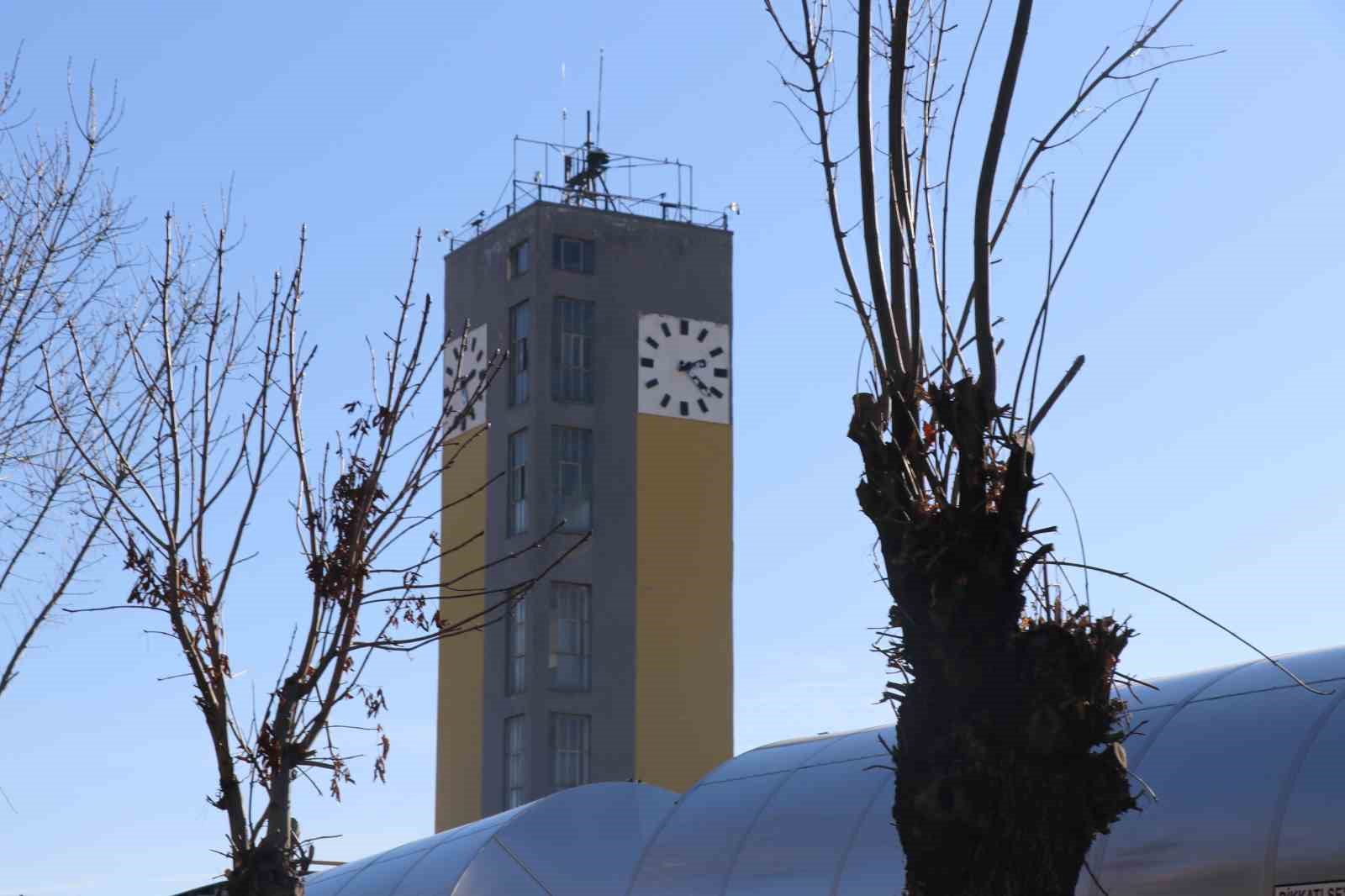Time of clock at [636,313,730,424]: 2:21
